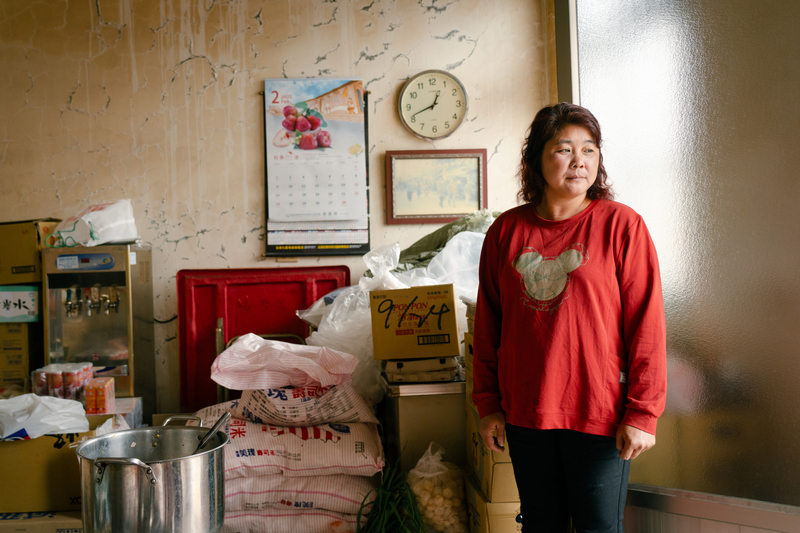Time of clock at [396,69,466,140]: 12:41
